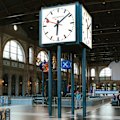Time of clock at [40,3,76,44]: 6:08
